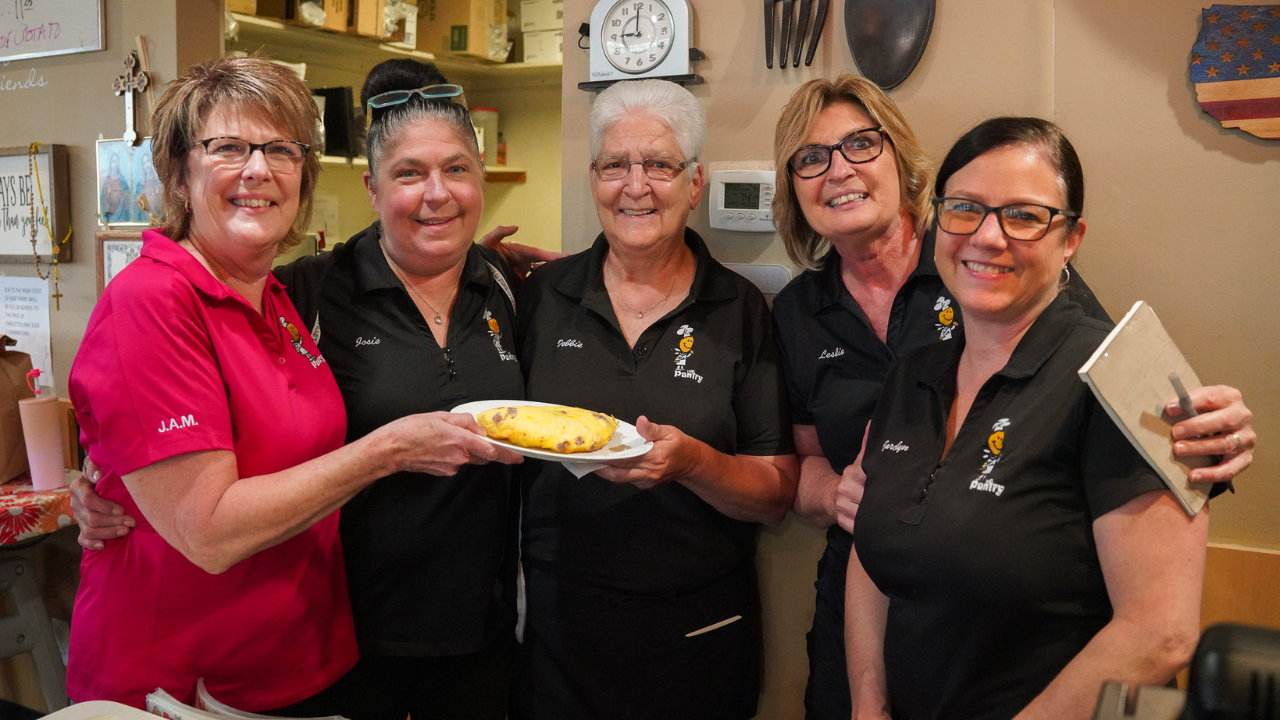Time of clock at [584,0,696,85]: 9:00
